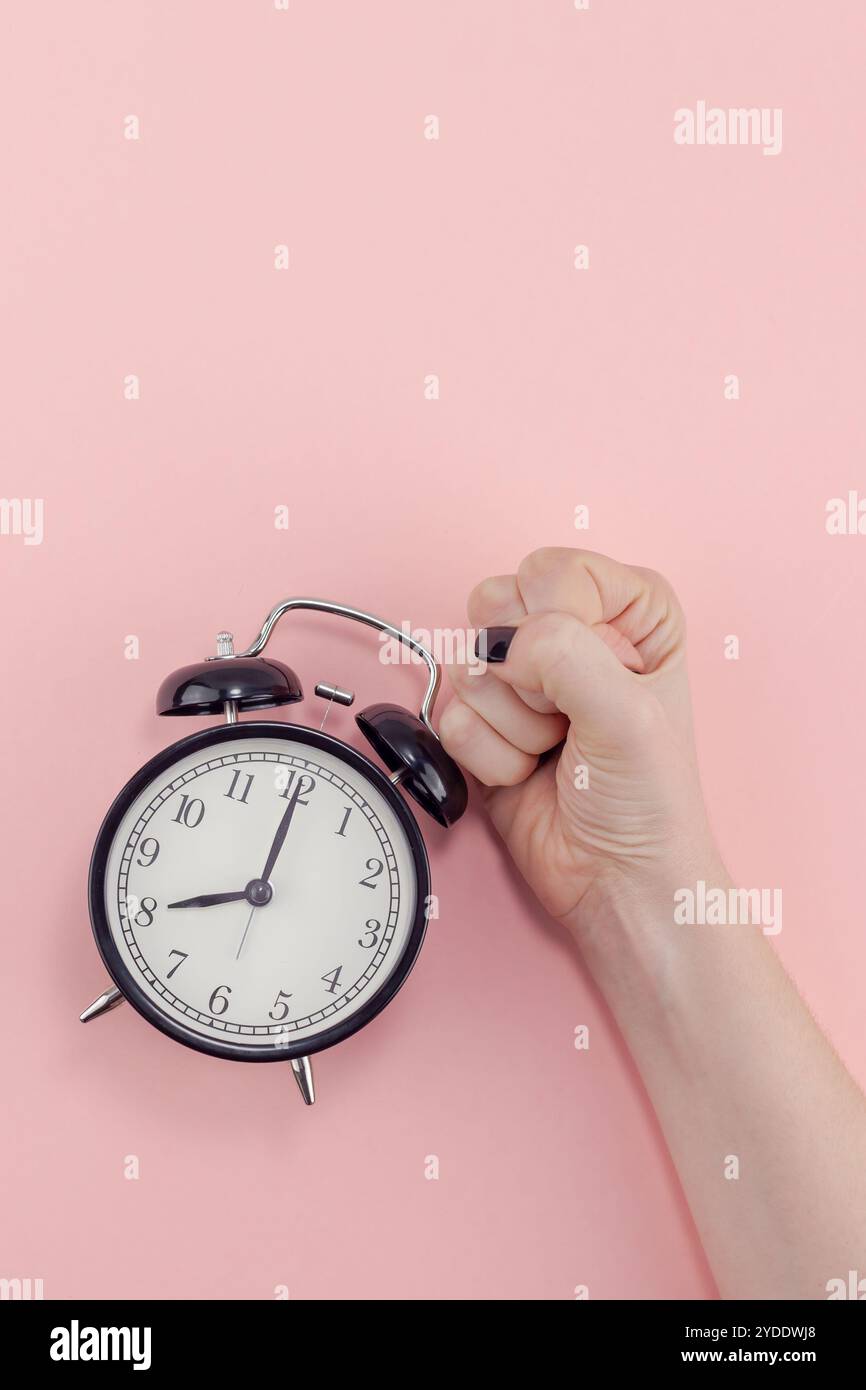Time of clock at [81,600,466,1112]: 8:00
